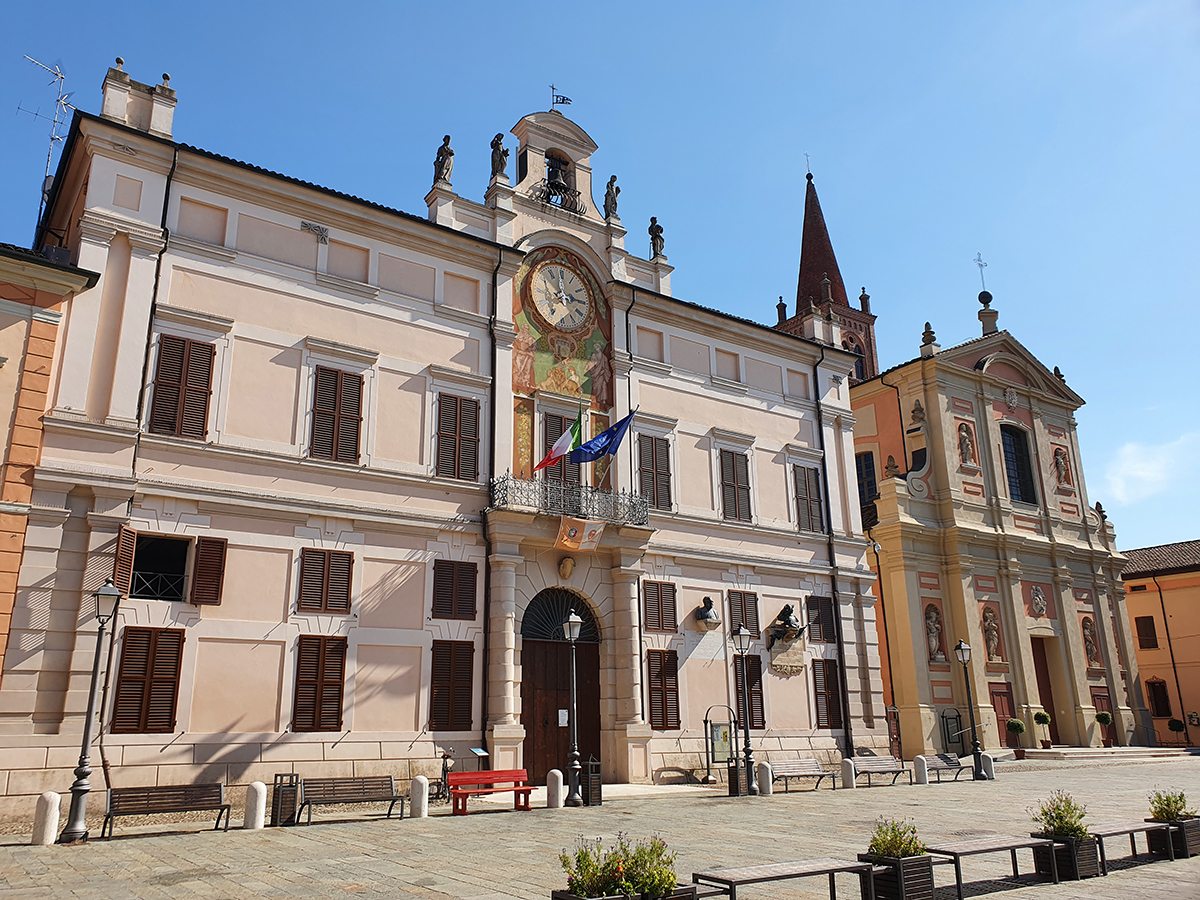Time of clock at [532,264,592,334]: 2:58
